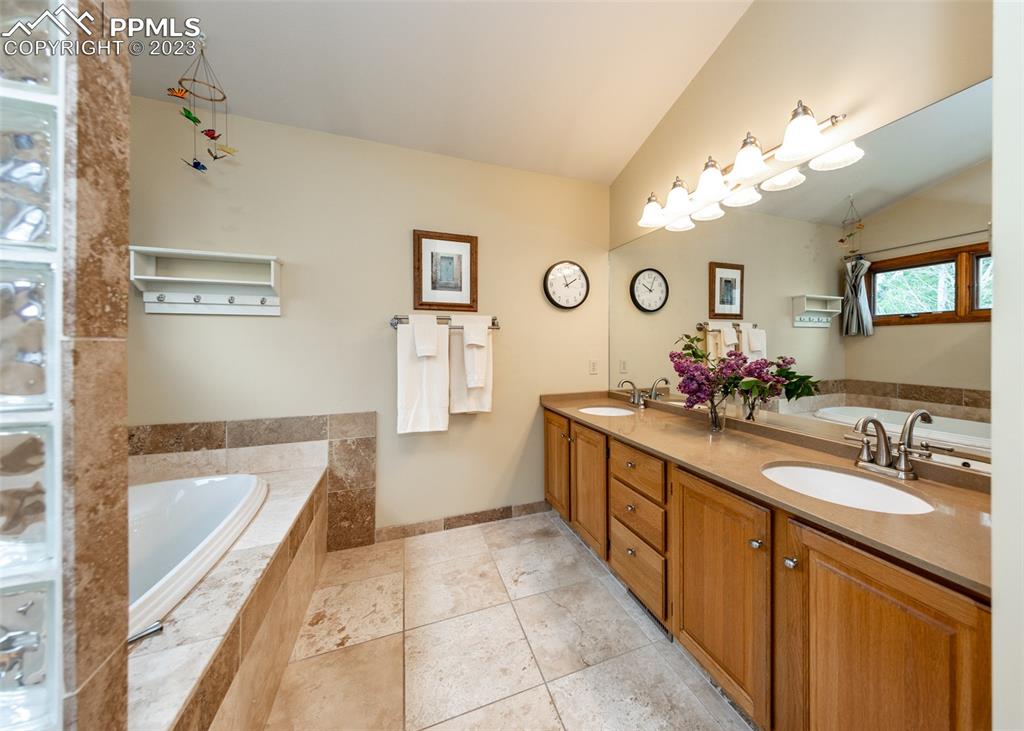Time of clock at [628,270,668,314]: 10:03
